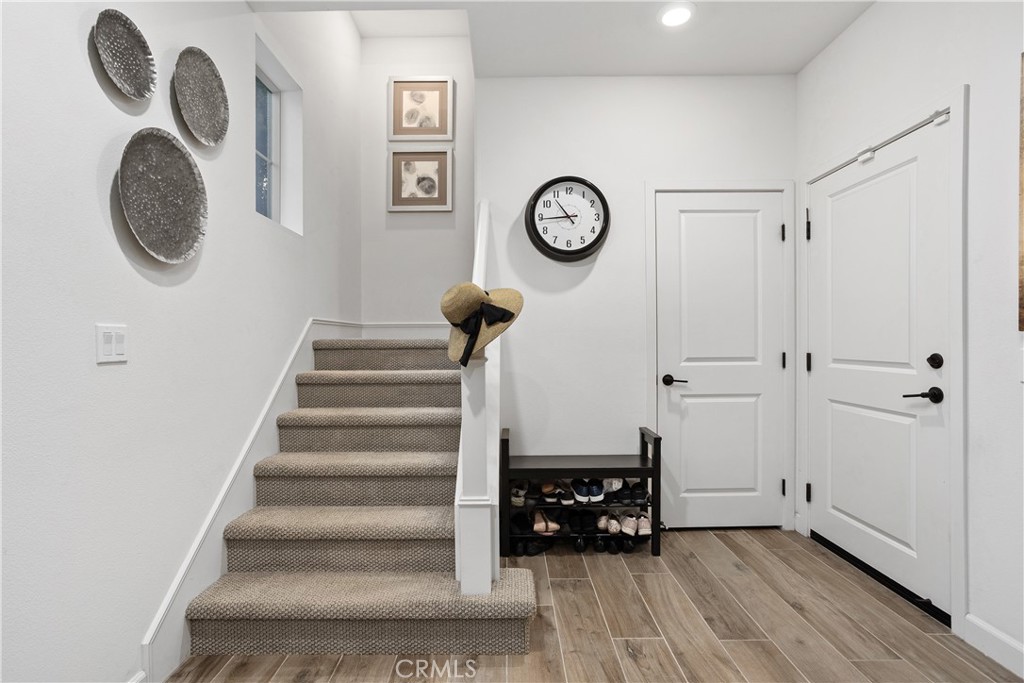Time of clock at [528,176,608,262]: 10:44
